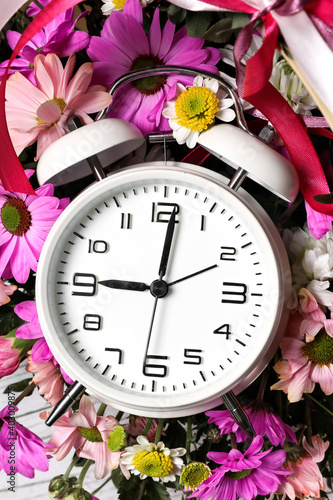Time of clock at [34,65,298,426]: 9:01
